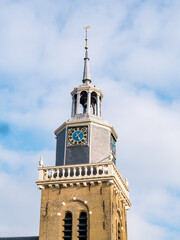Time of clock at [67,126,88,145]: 1:24
